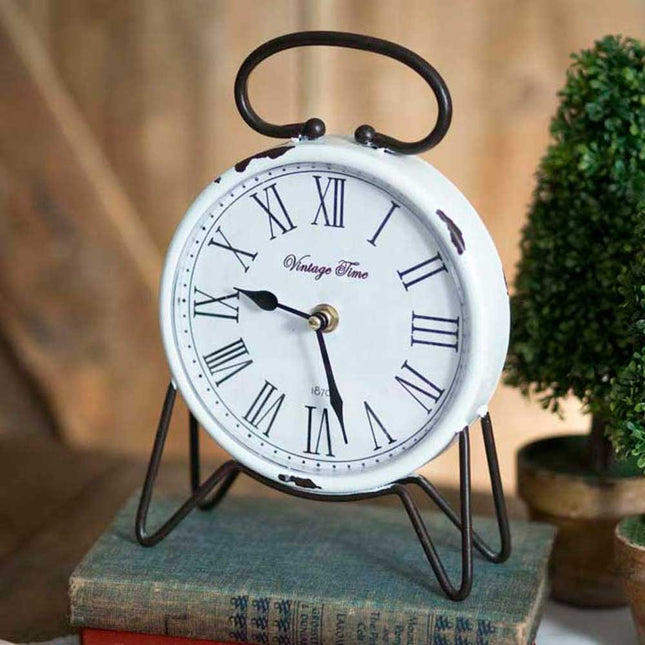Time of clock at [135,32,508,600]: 9:27
